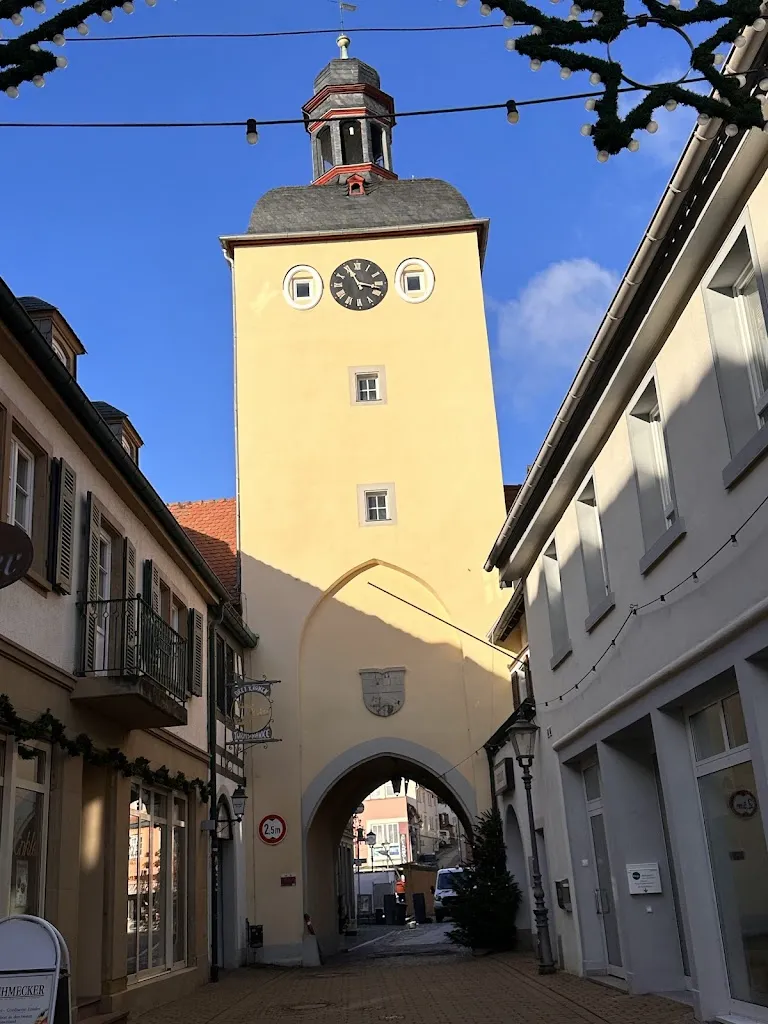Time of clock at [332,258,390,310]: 11:17
